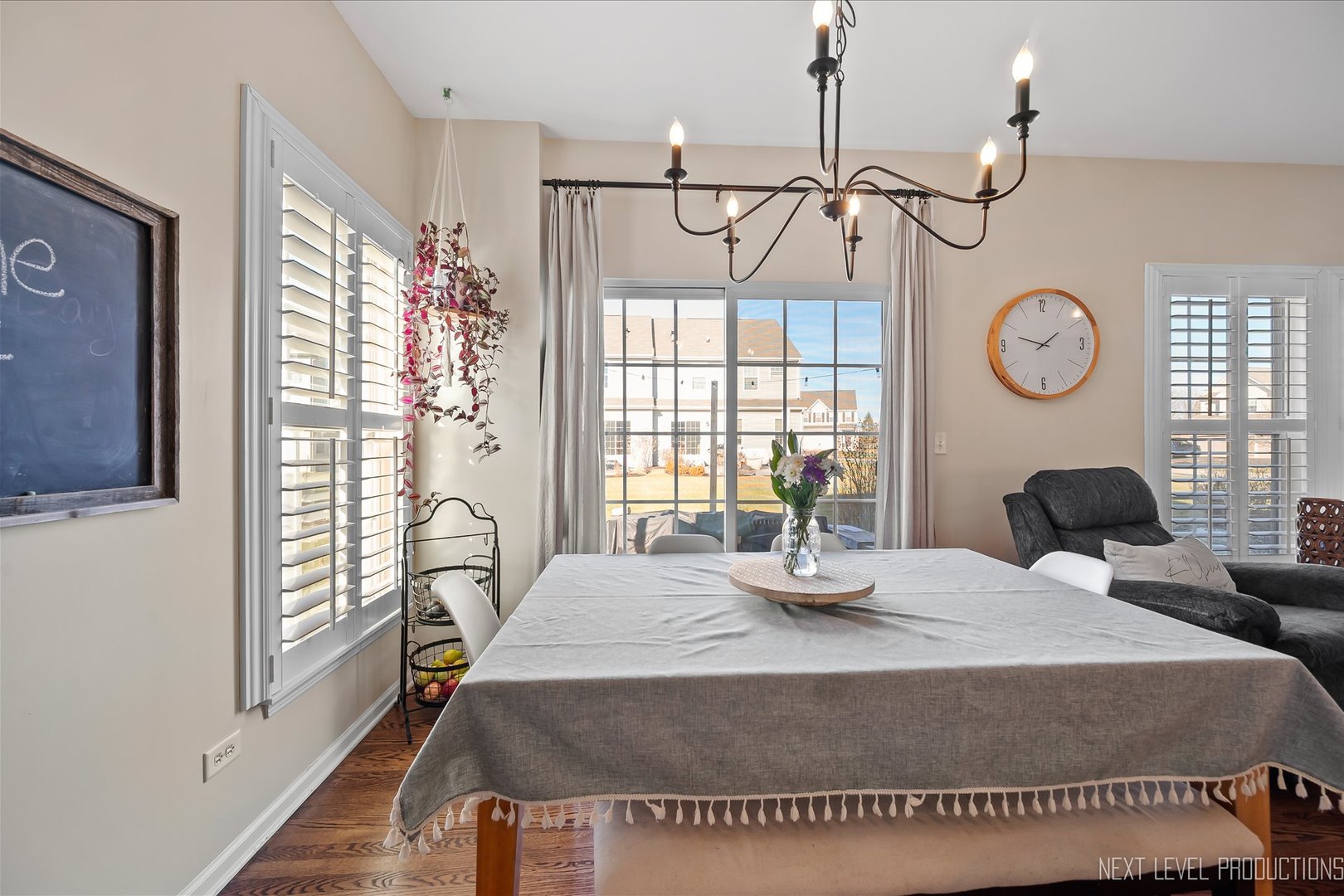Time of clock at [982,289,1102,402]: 1:47
